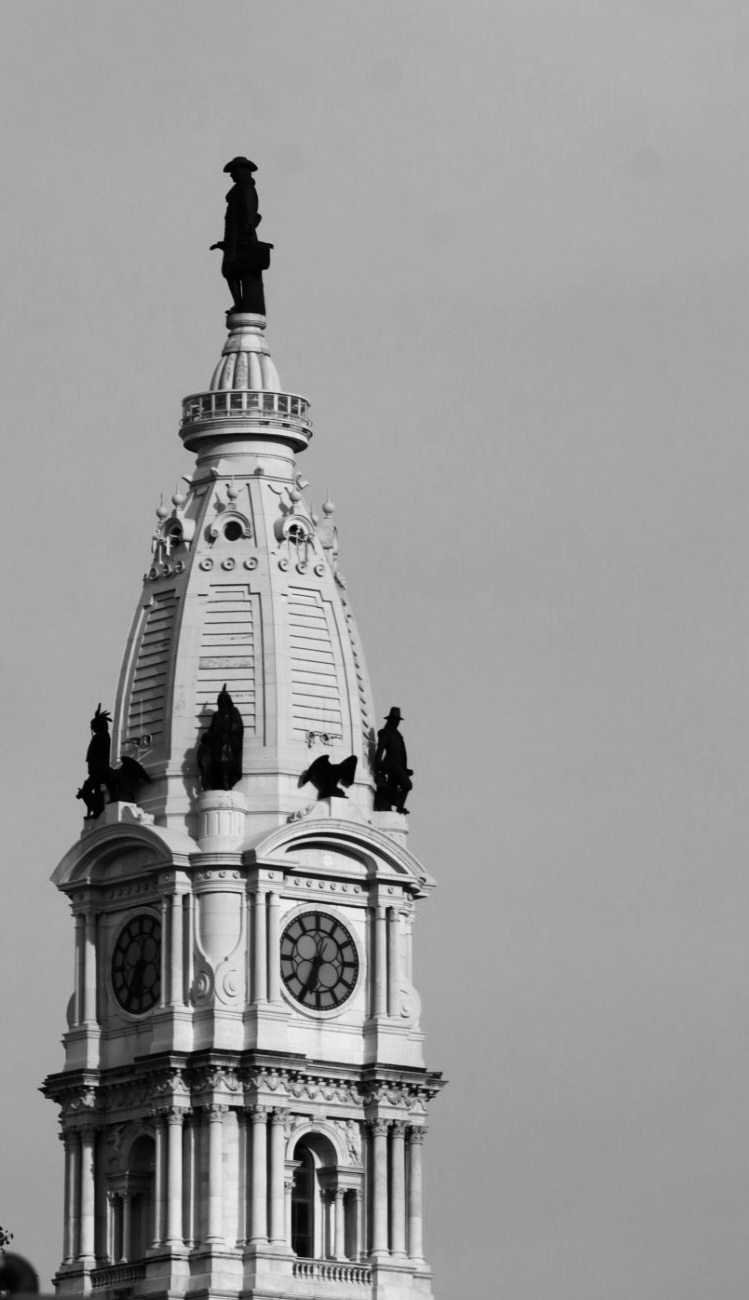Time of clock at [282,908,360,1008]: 12:34
